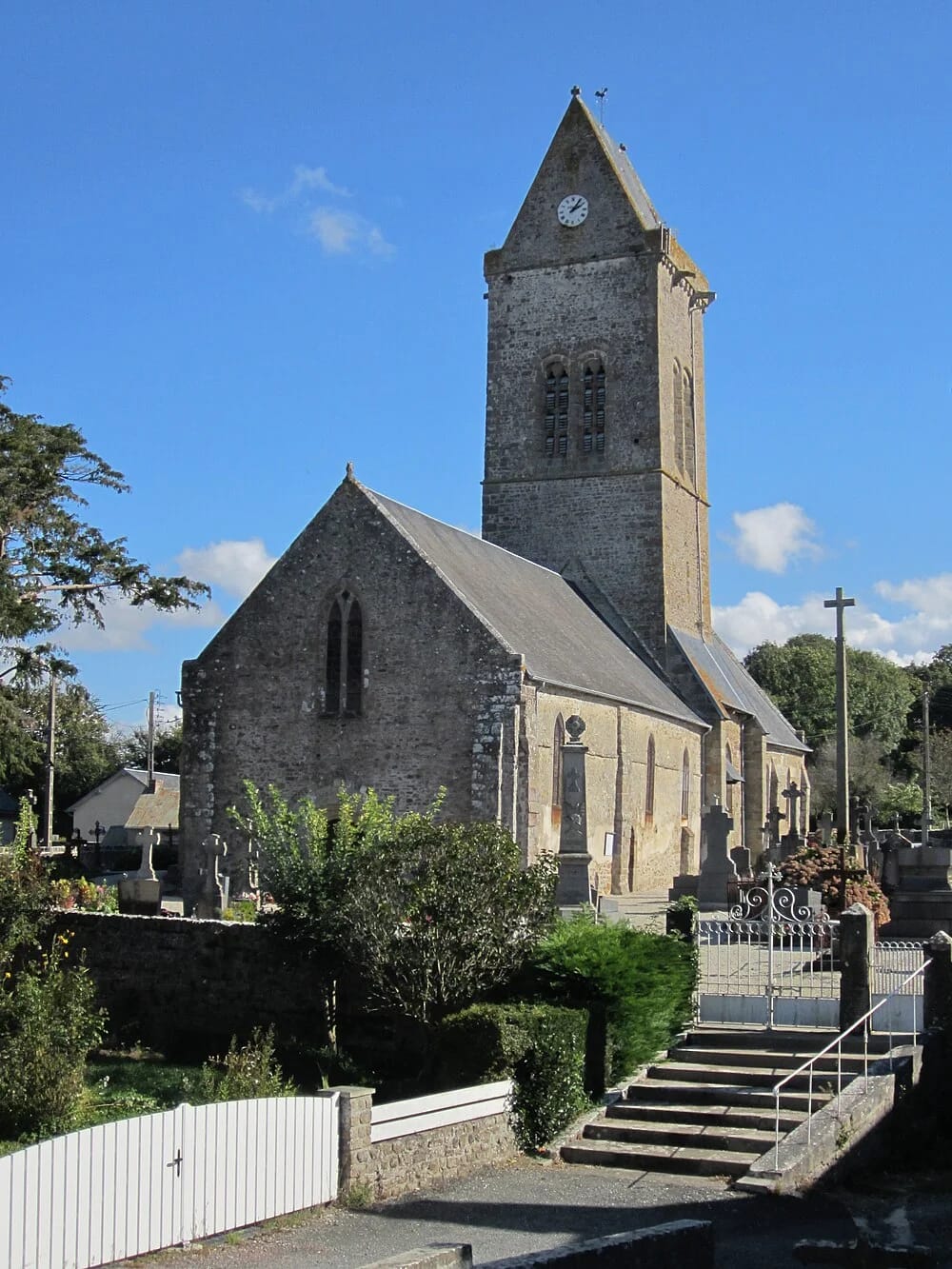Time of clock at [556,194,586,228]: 2:06
